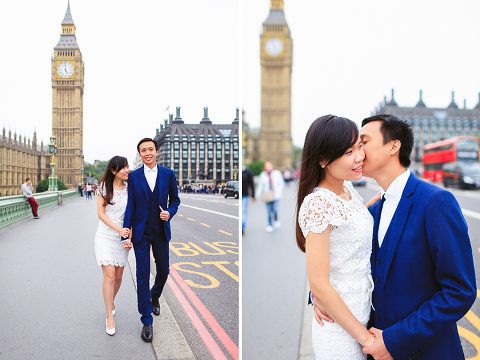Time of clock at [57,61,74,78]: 4:59
